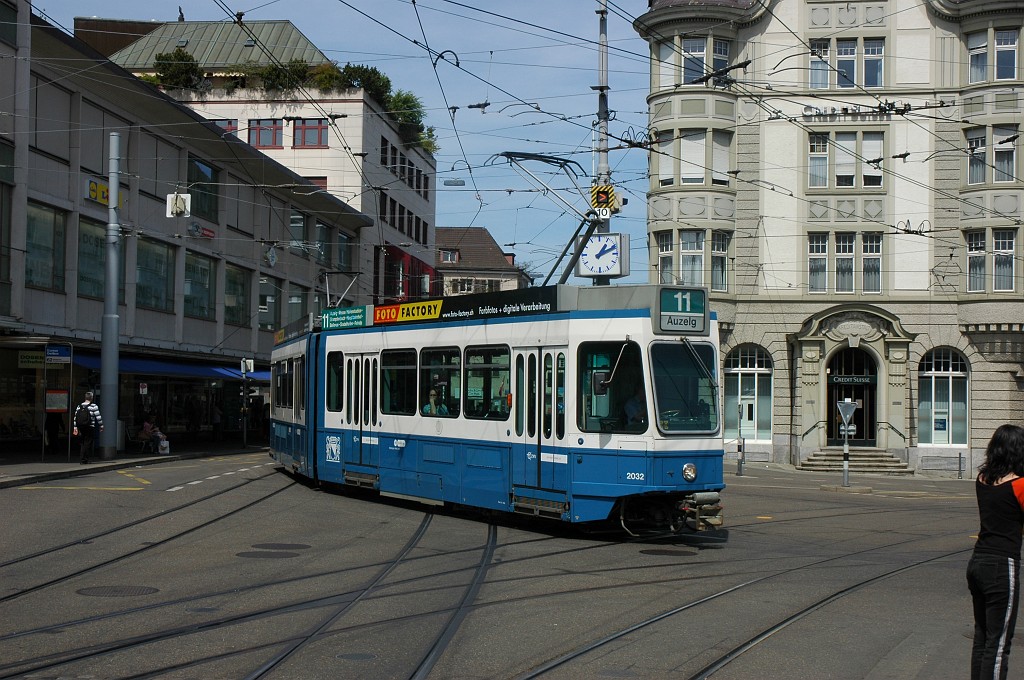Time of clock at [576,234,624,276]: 1:11
